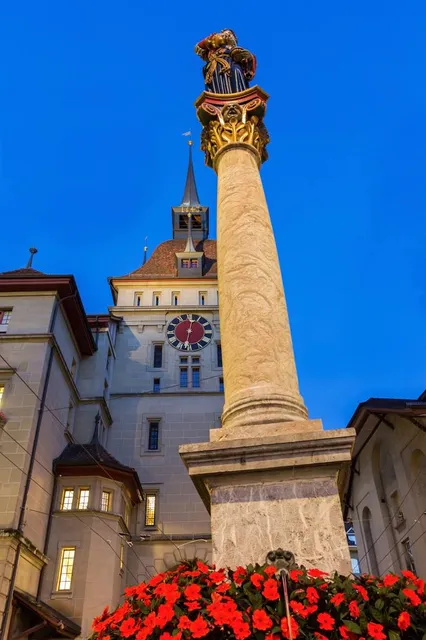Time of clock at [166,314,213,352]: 12:31
